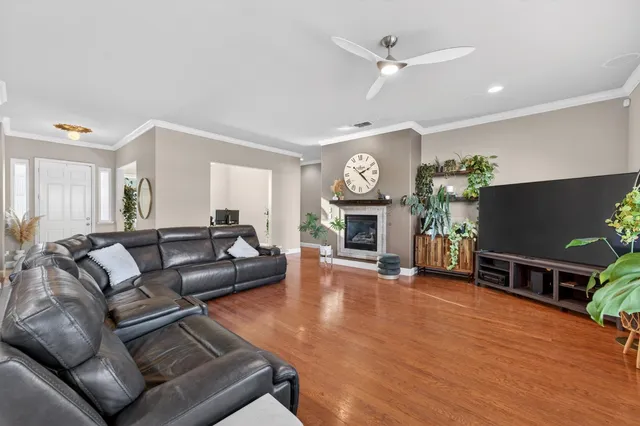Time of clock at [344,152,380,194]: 2:22
